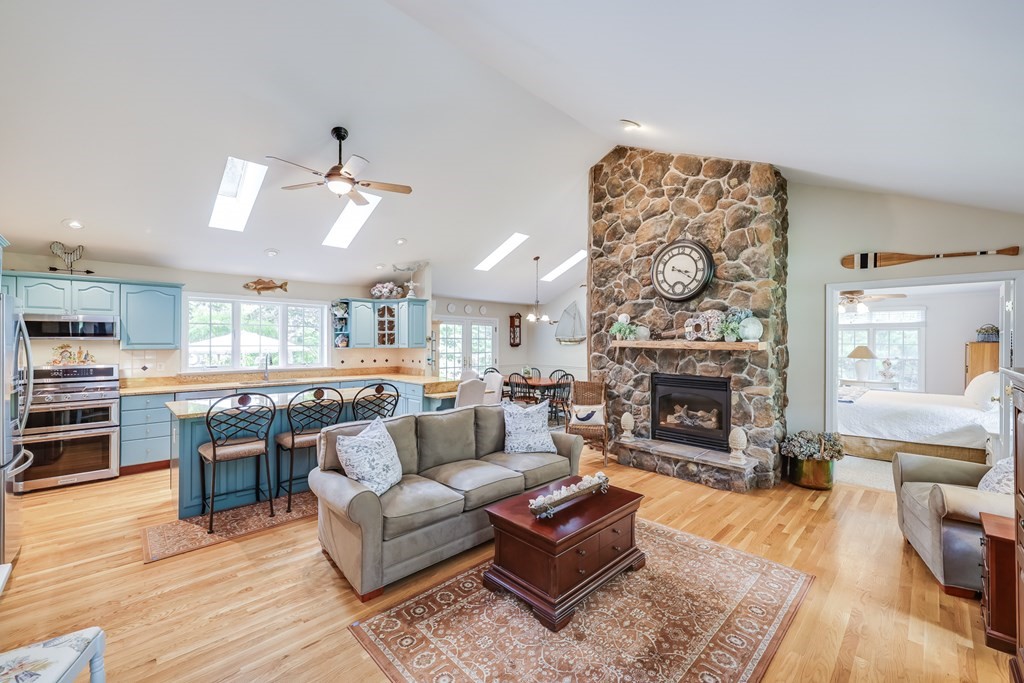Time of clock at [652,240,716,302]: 3:20
